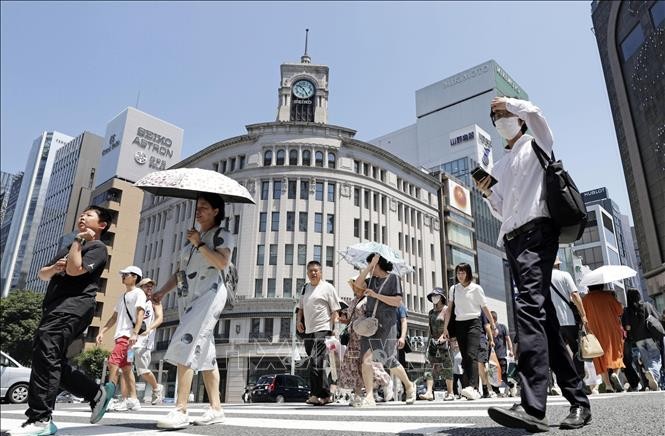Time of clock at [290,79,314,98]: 10:24
